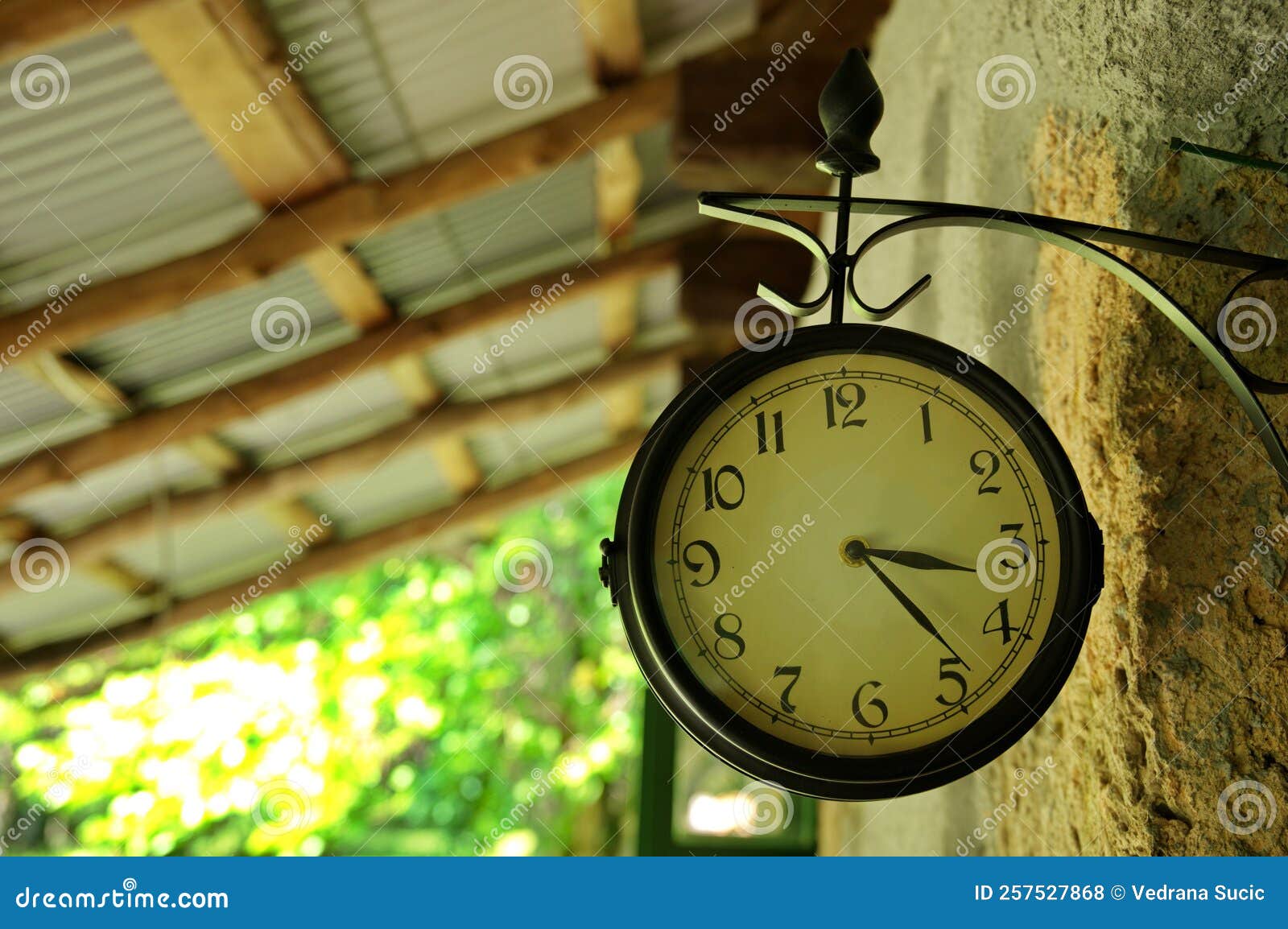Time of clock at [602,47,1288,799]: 3:23
